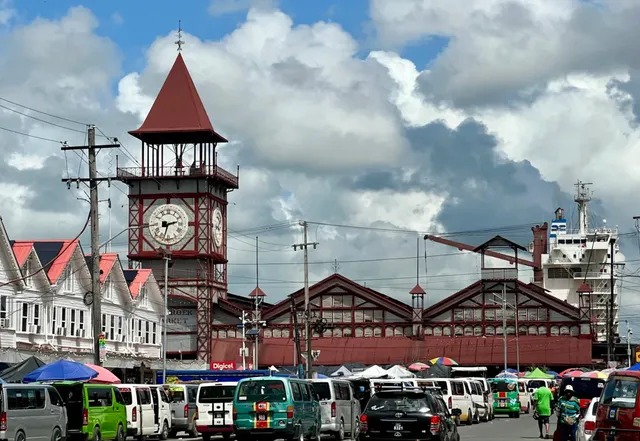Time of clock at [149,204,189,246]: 2:32
